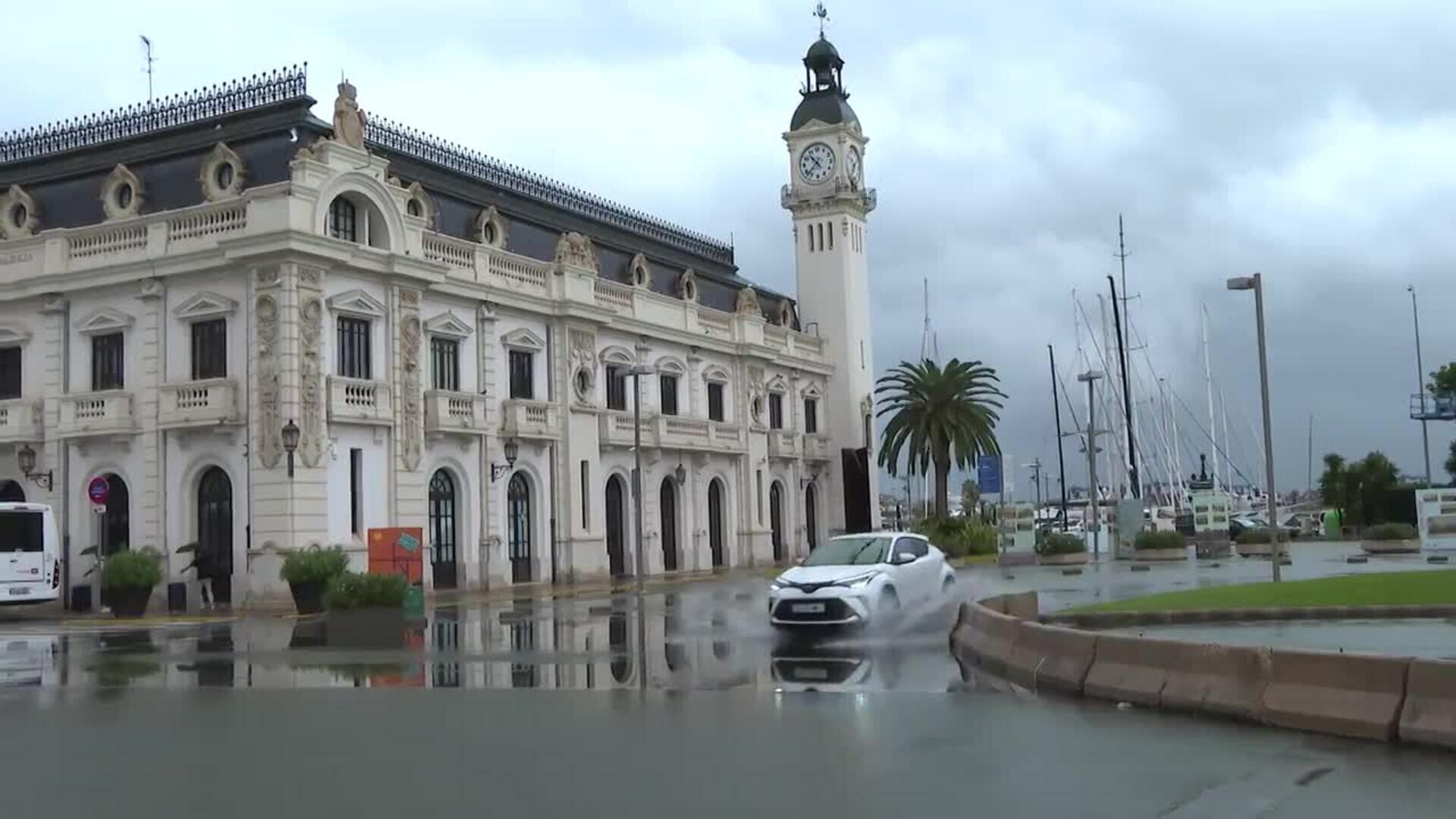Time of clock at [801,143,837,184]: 10:37
